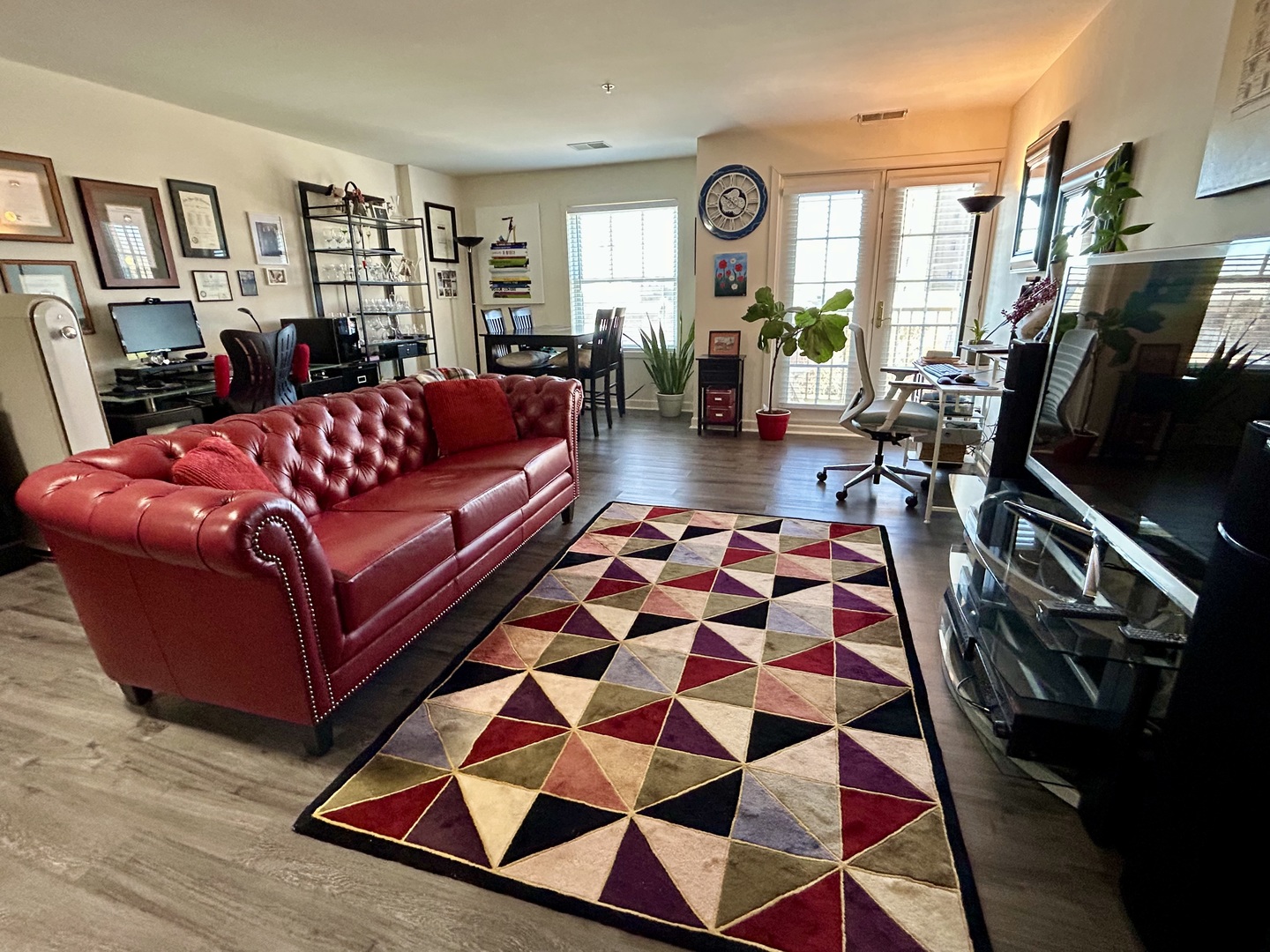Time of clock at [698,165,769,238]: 10:20
